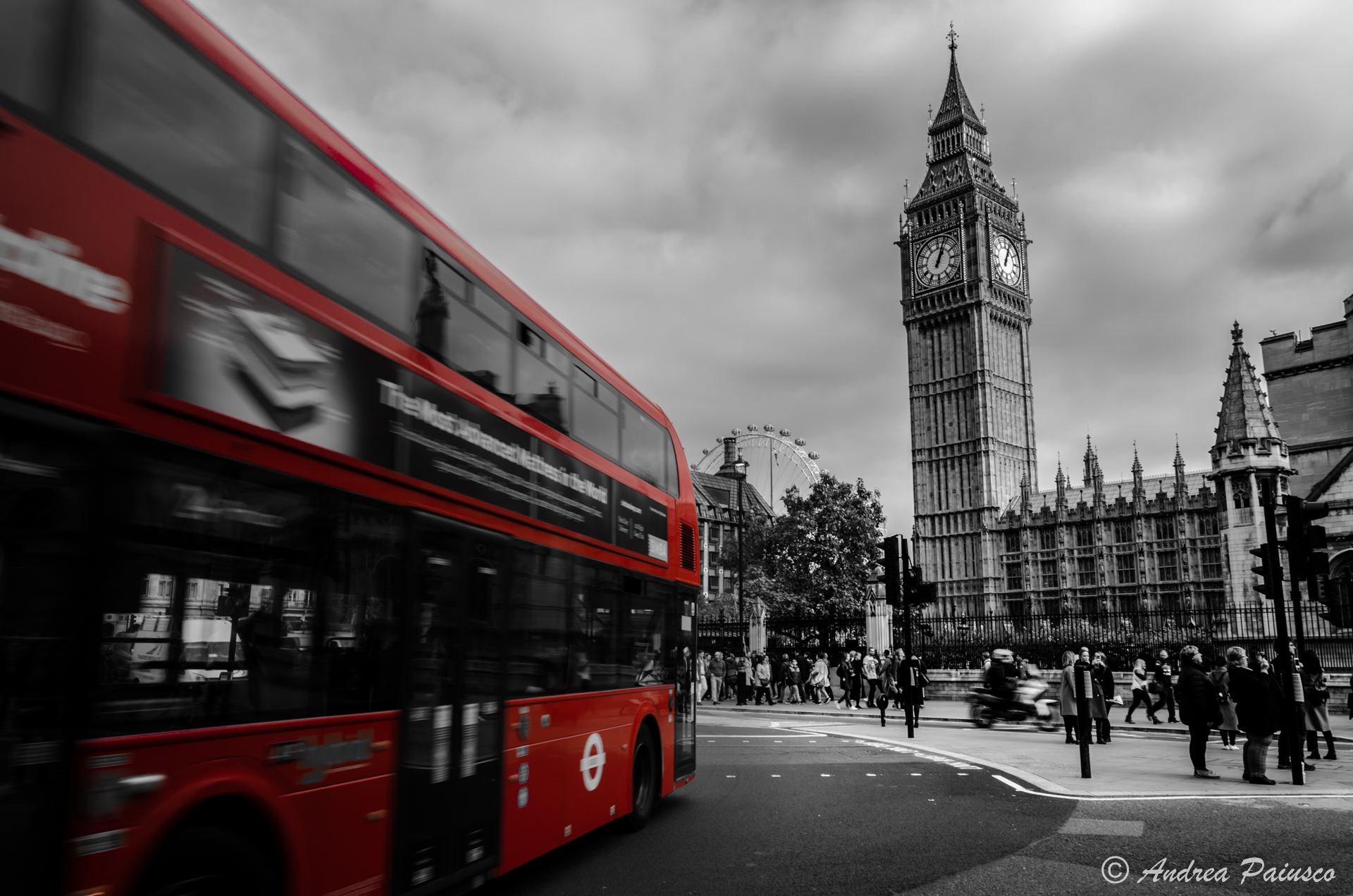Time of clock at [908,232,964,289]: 1:03
